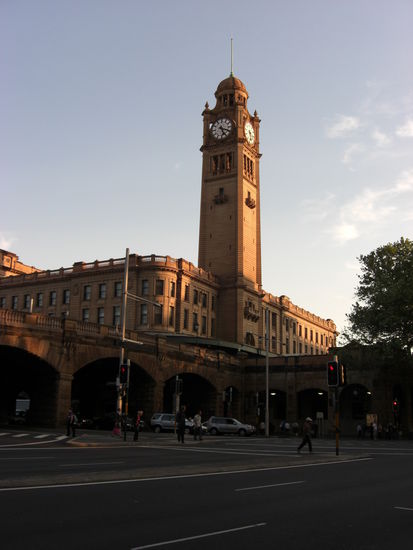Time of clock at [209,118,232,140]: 5:18
